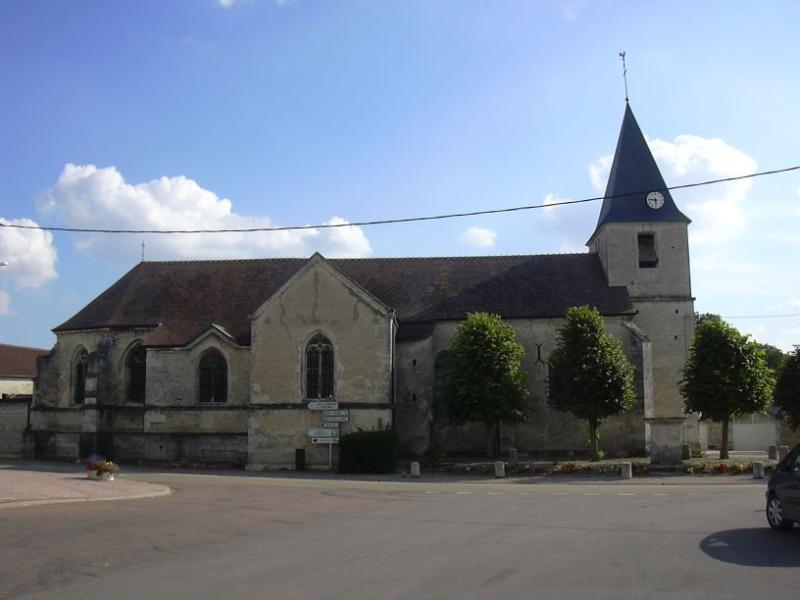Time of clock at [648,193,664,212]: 5:46
